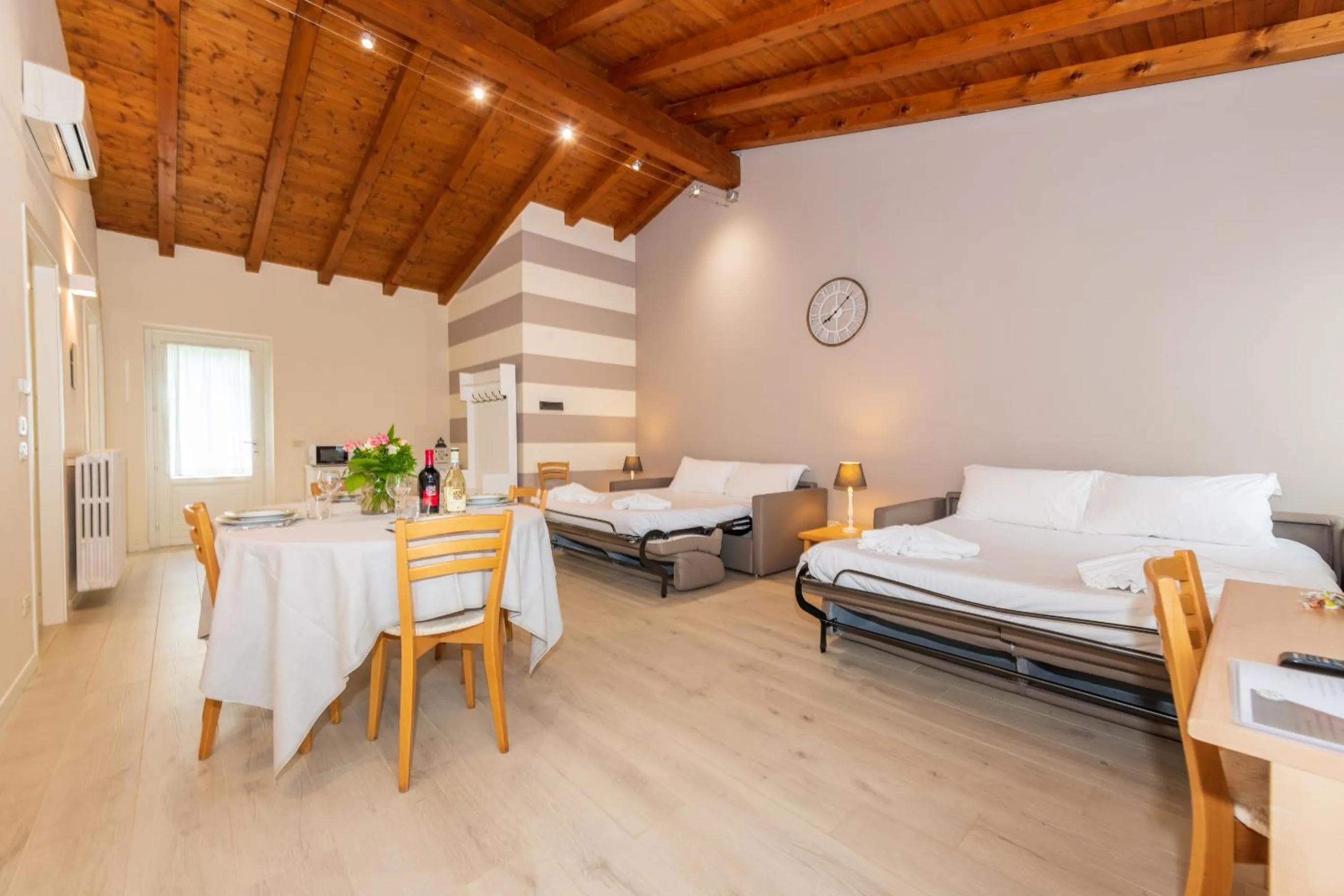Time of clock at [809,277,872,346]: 8:07
